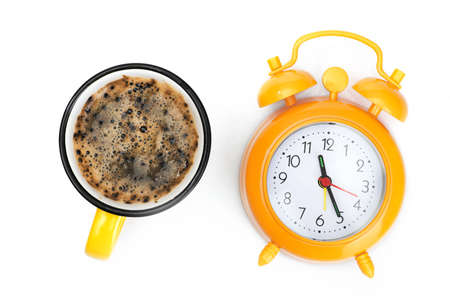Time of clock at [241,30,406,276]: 11:25
